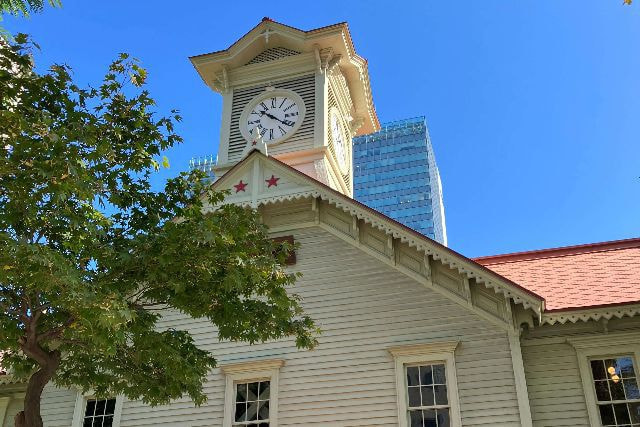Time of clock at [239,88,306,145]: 10:21
